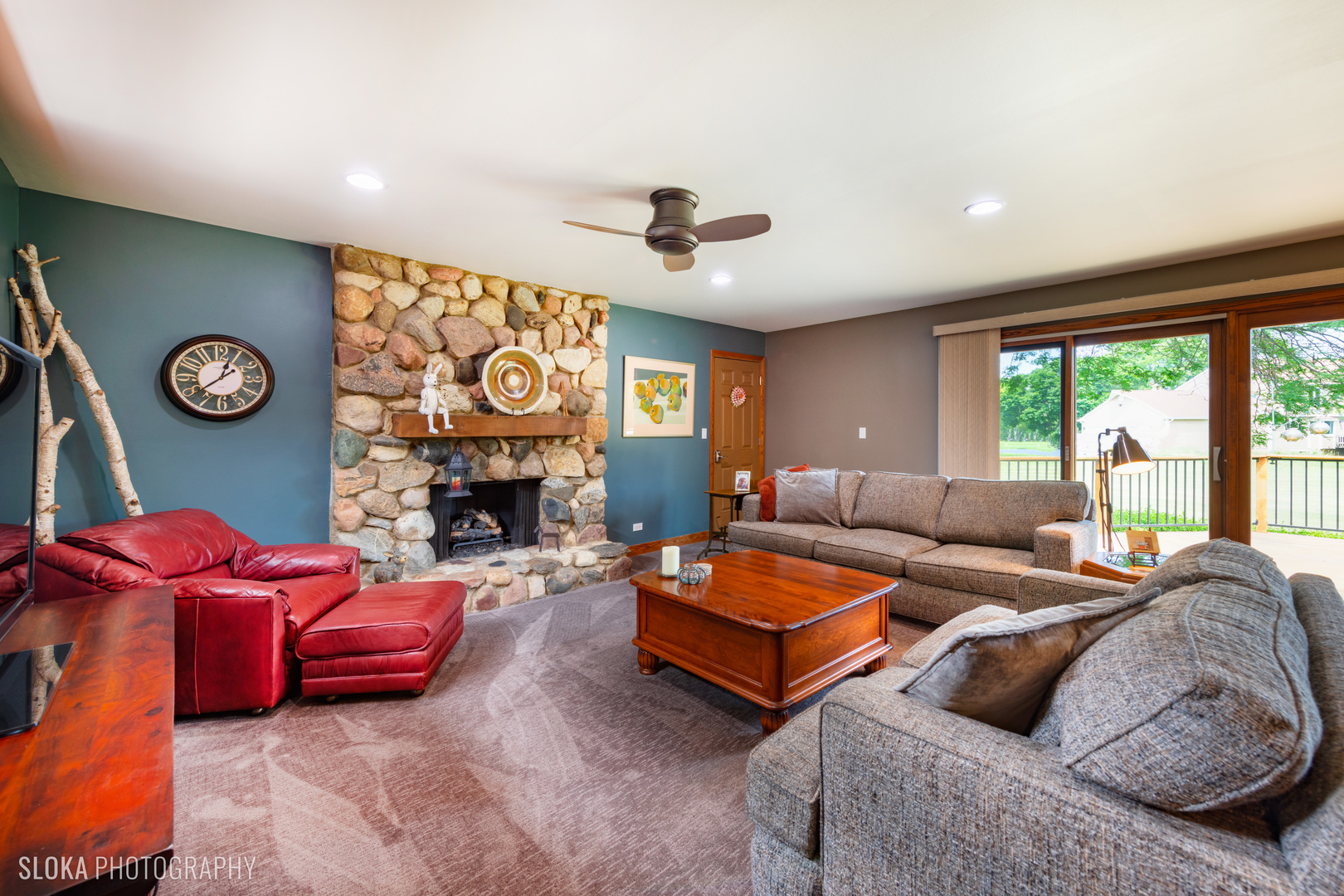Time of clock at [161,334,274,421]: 12:38
